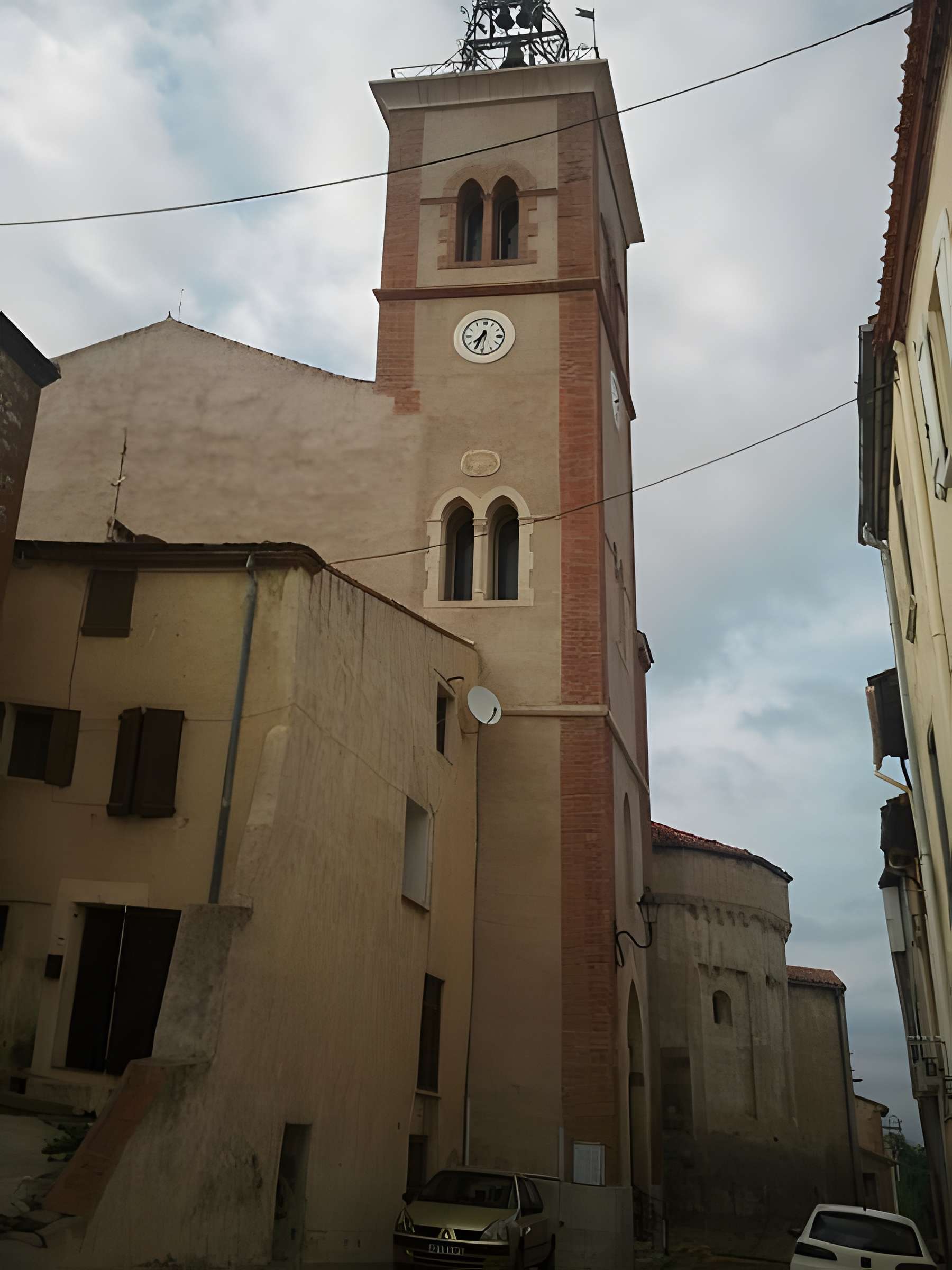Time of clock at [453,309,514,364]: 7:33
